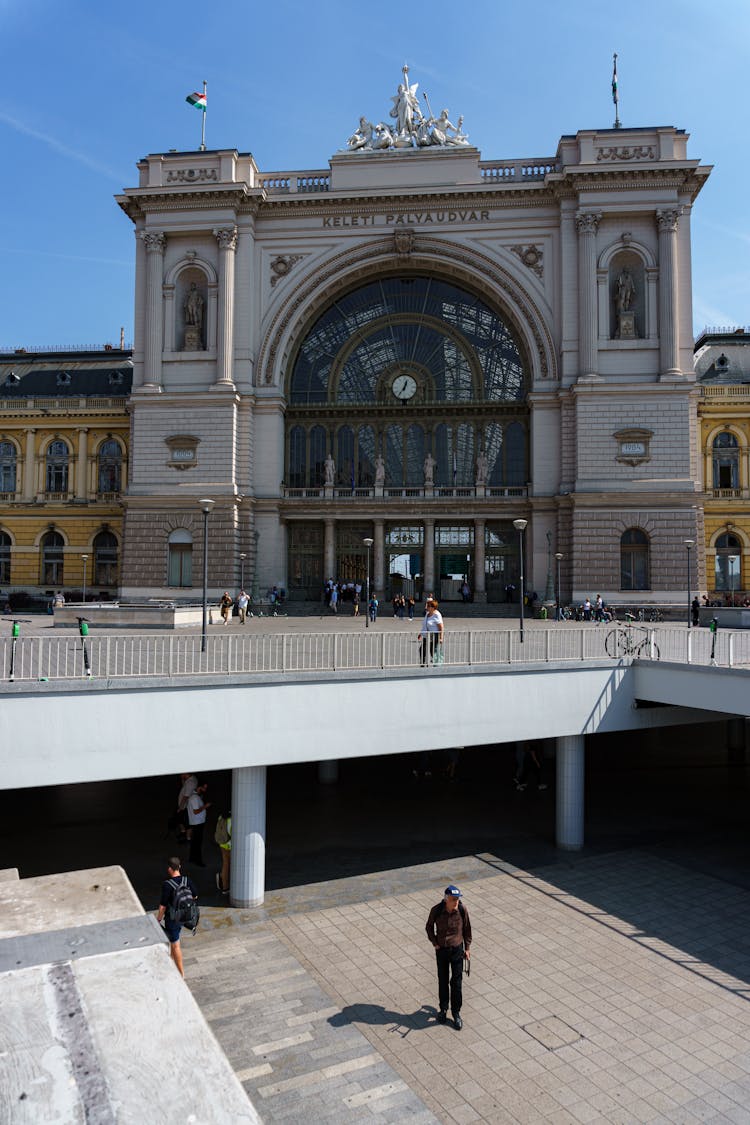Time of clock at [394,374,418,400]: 12:36
